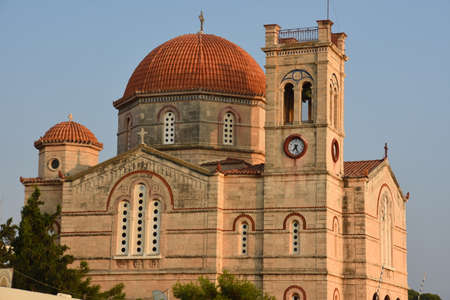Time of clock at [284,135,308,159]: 7:25
